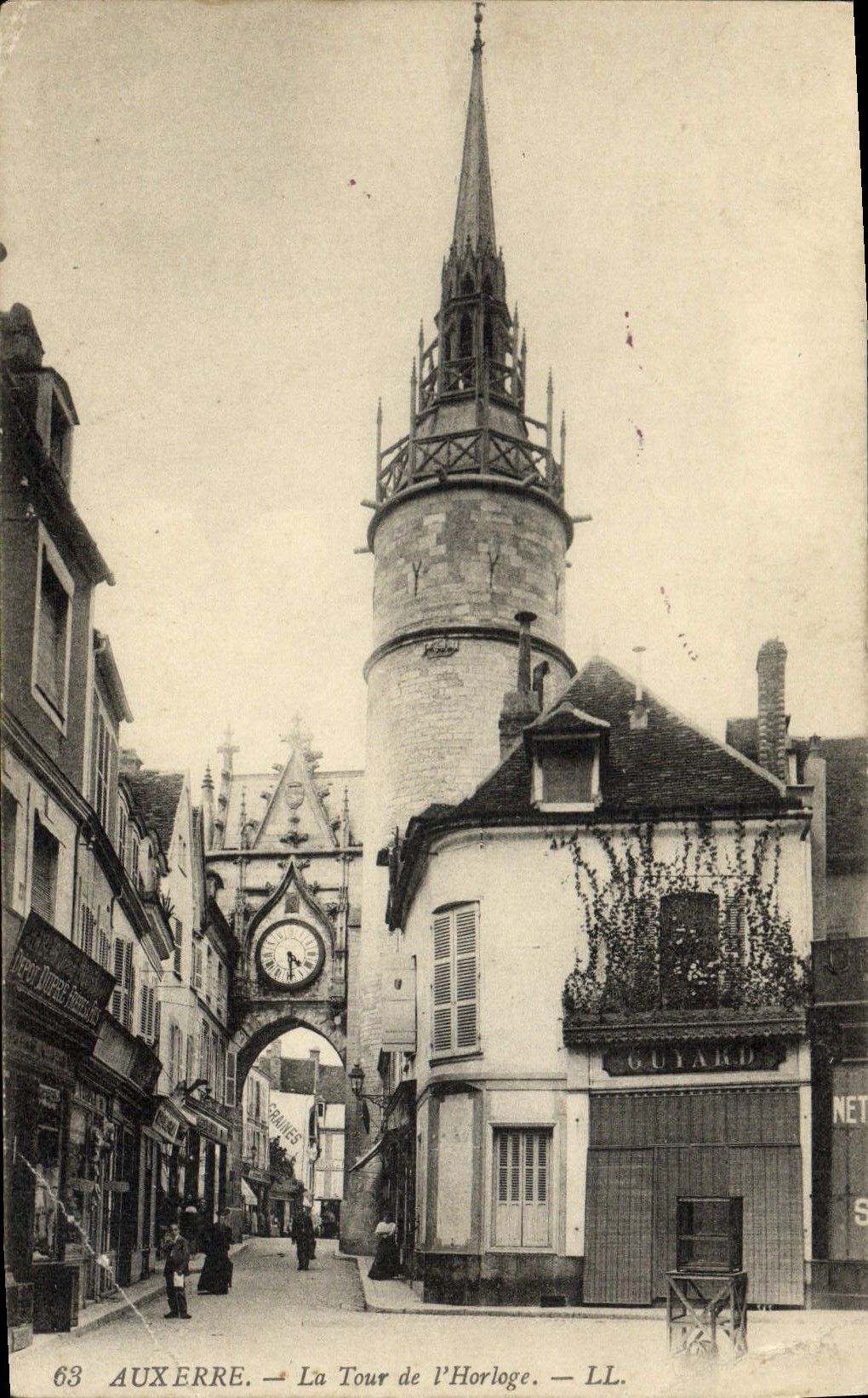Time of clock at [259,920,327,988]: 4:29
